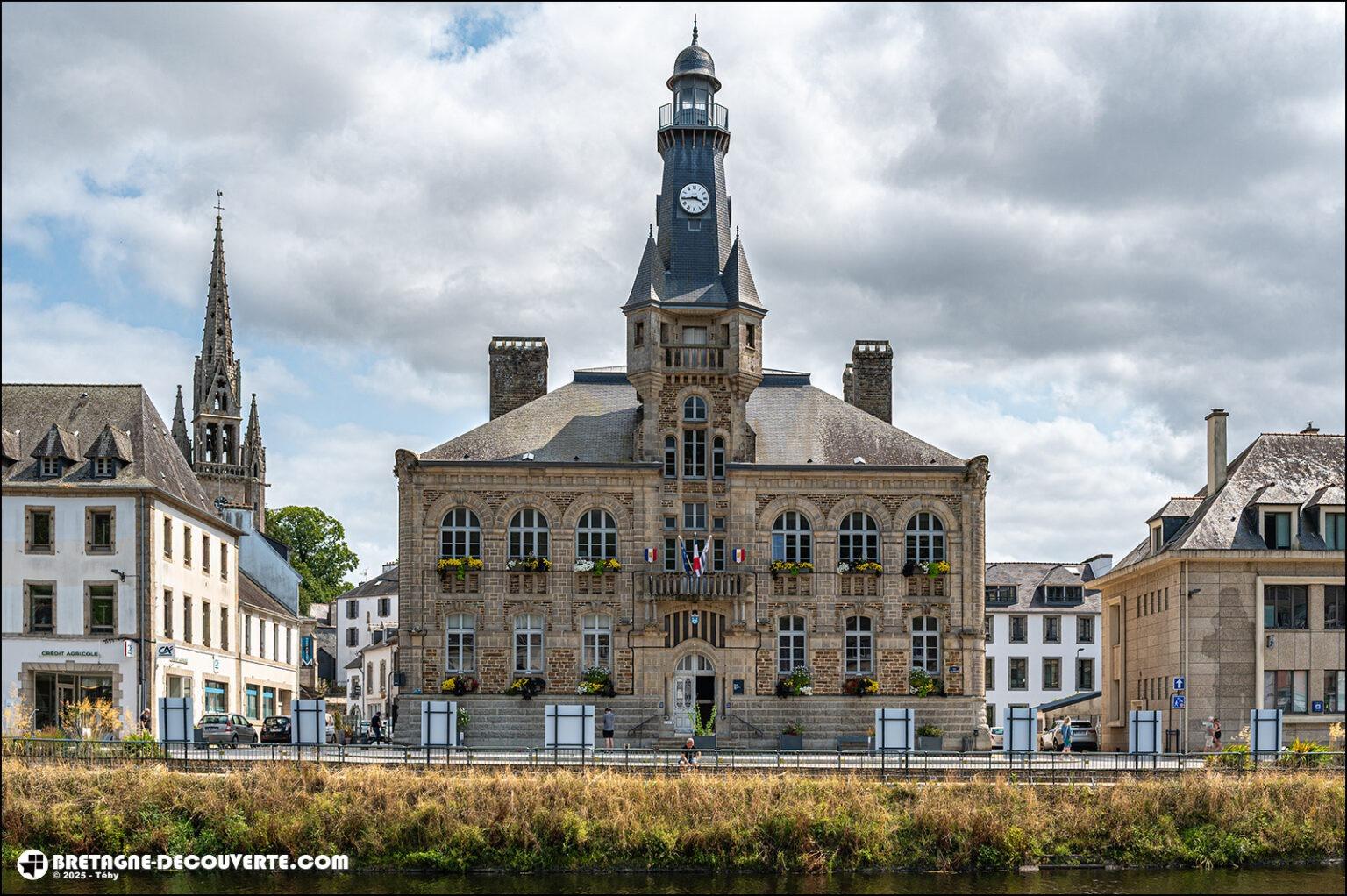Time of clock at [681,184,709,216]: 3:43
